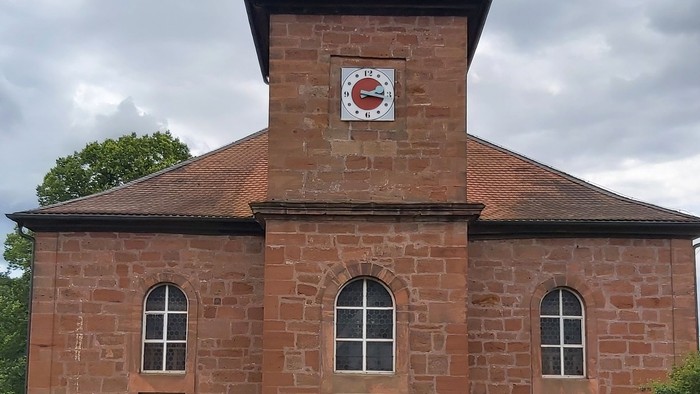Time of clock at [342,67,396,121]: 2:17
